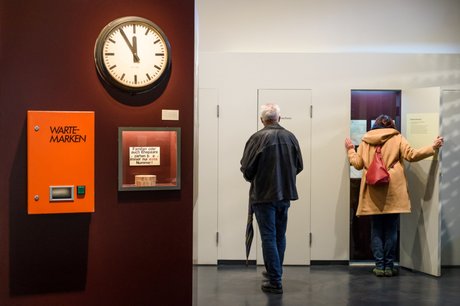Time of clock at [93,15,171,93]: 11:54
